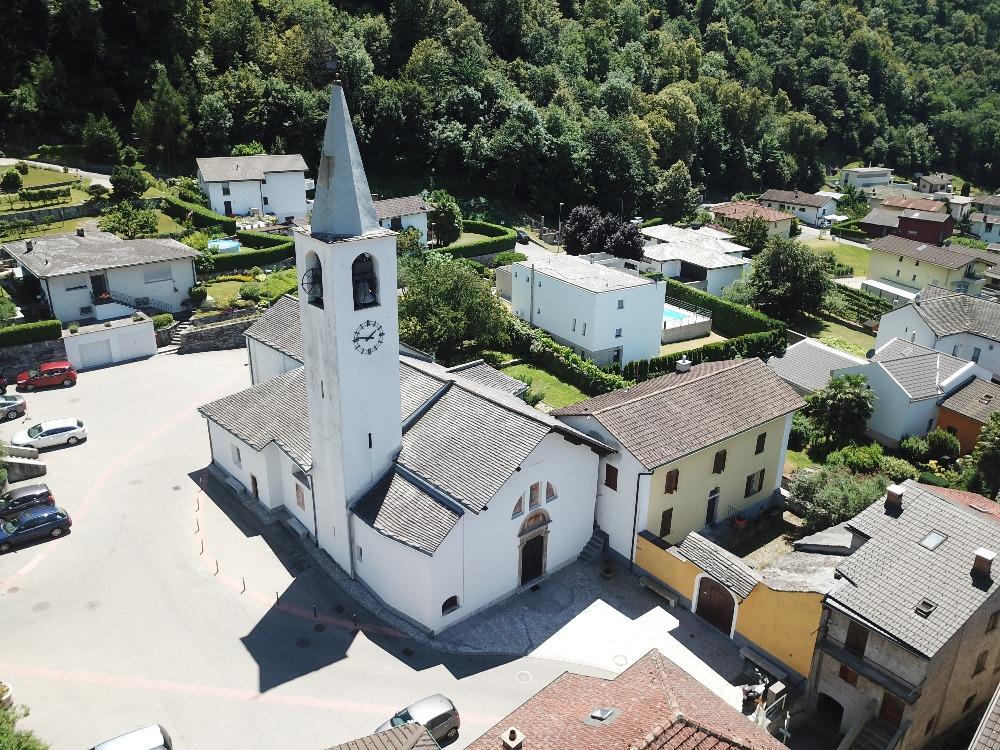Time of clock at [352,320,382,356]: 1:46
